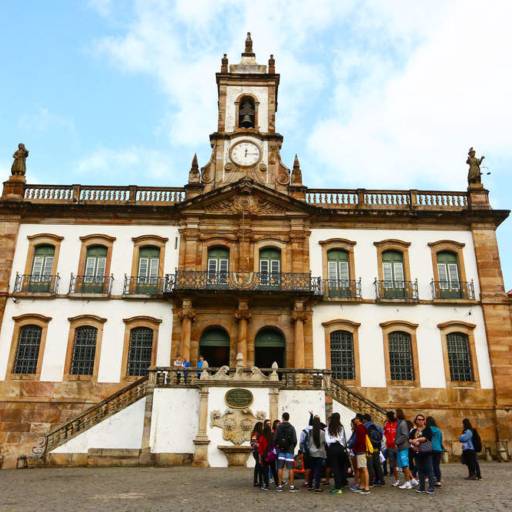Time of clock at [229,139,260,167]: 12:14
